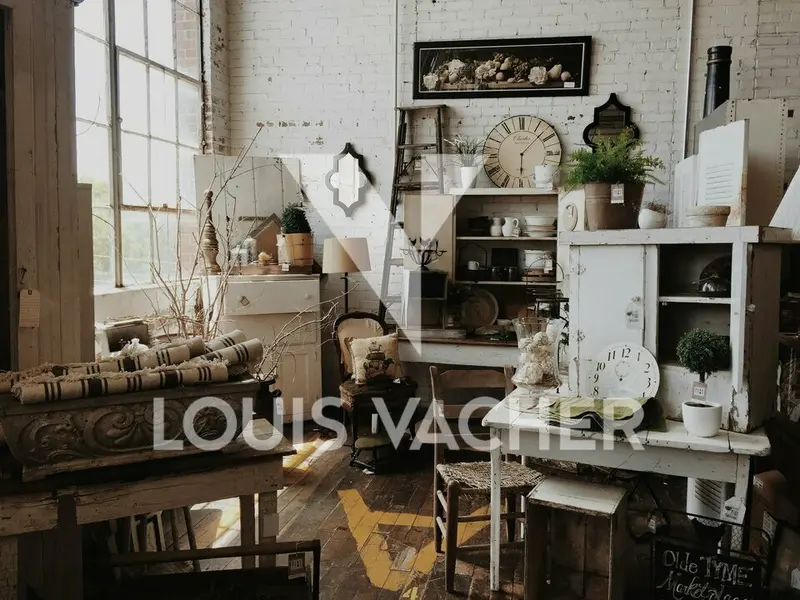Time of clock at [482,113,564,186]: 6:07
